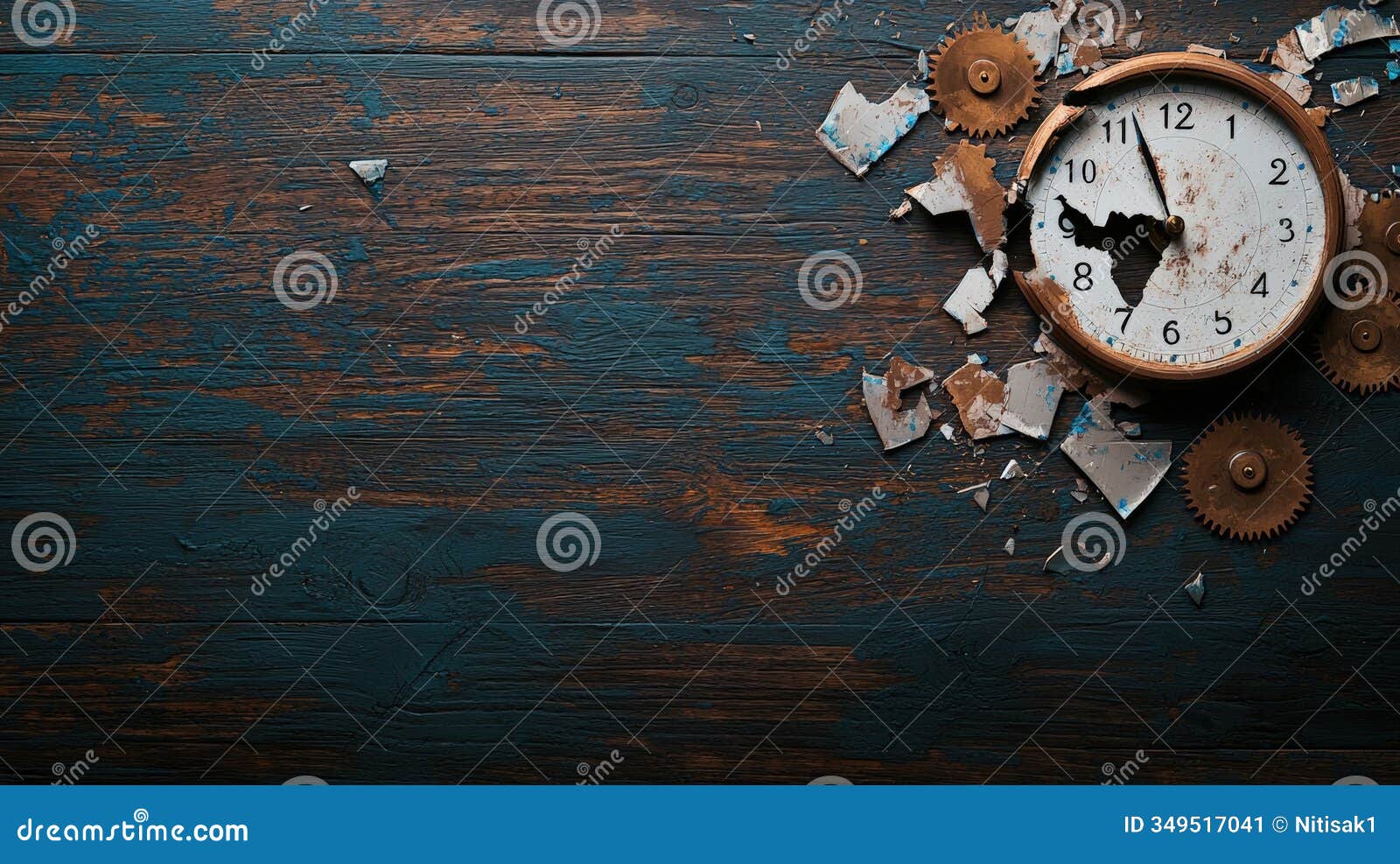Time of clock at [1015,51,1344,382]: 8:56
